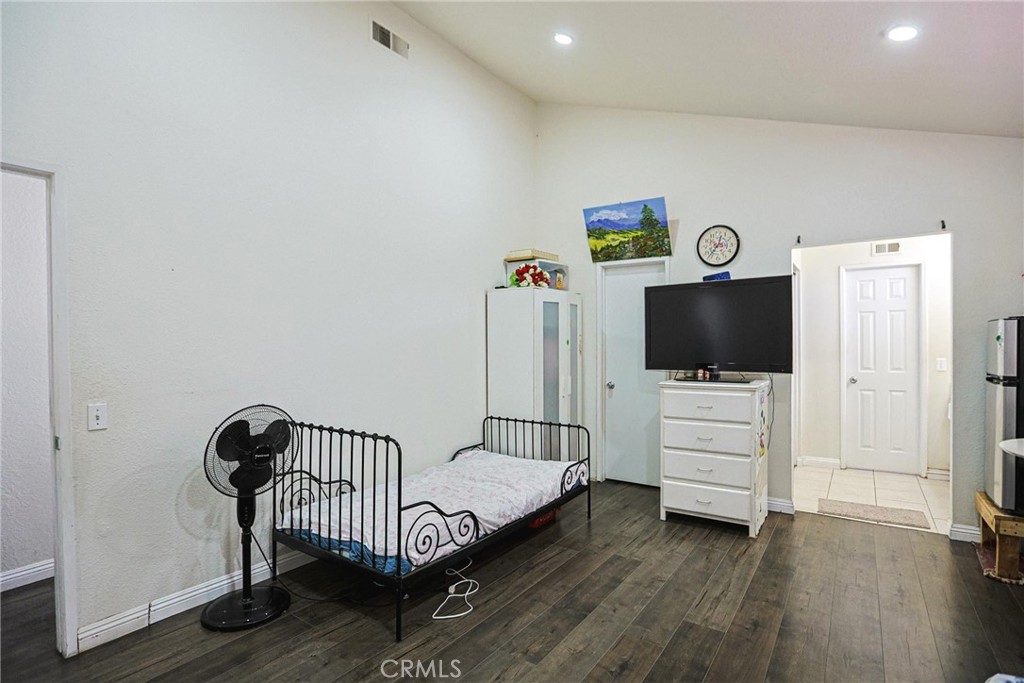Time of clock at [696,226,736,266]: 12:36
